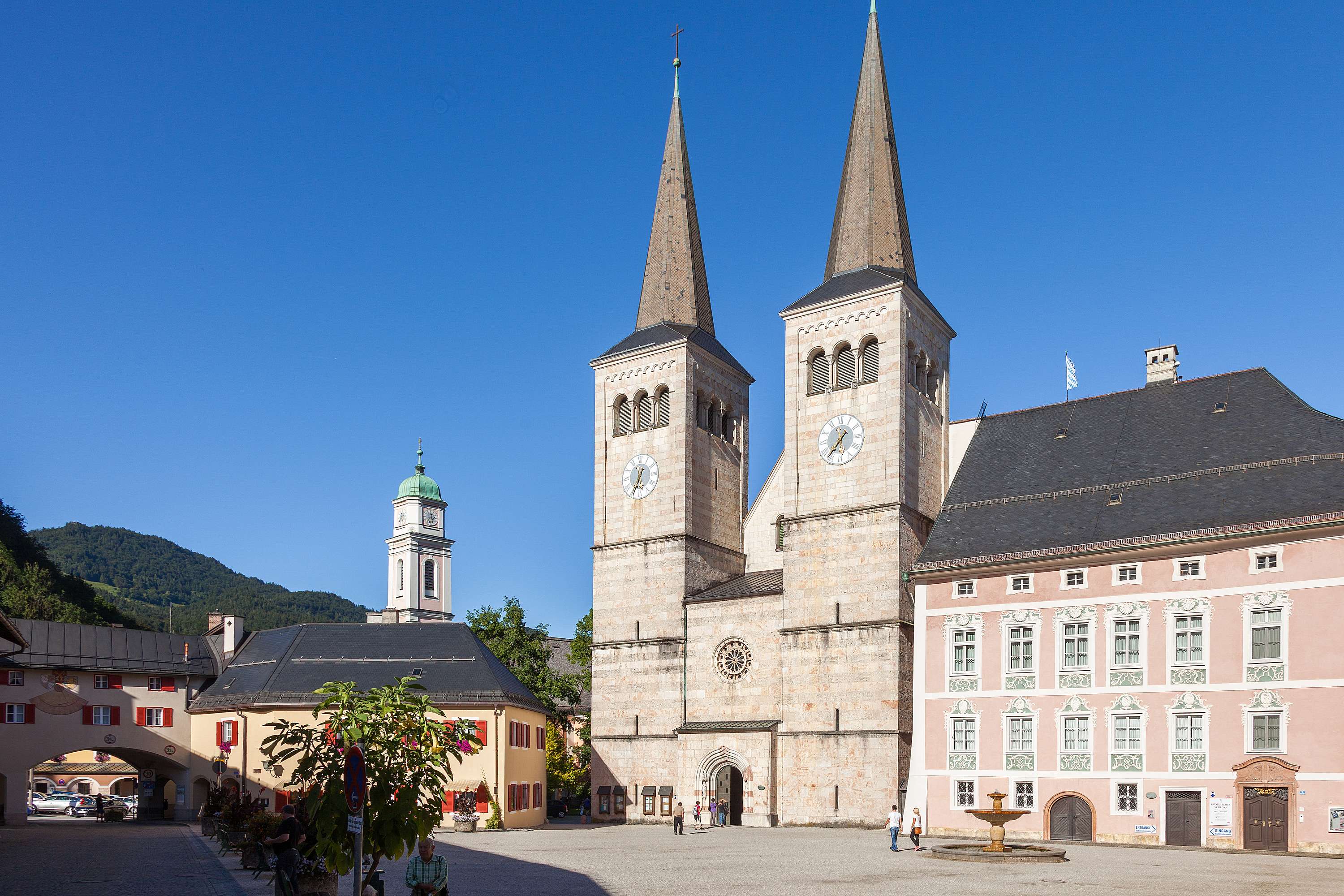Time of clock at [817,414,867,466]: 1:36
